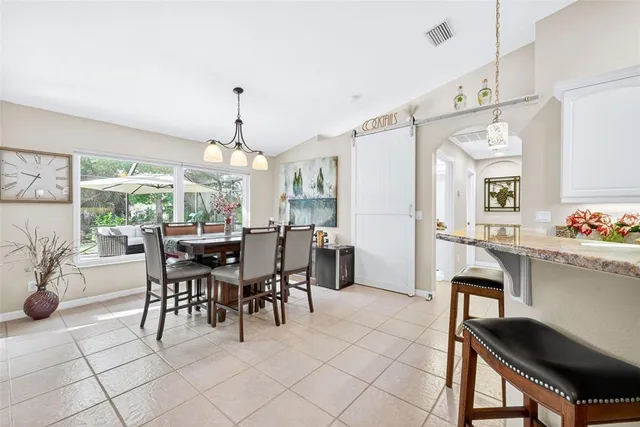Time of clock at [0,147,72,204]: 9:34
